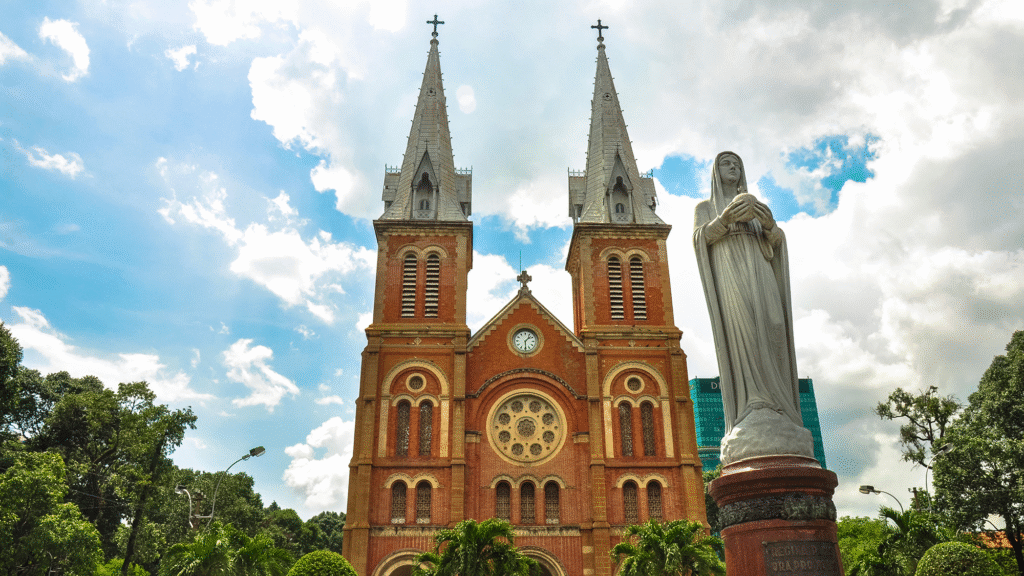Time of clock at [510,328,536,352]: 1:29
